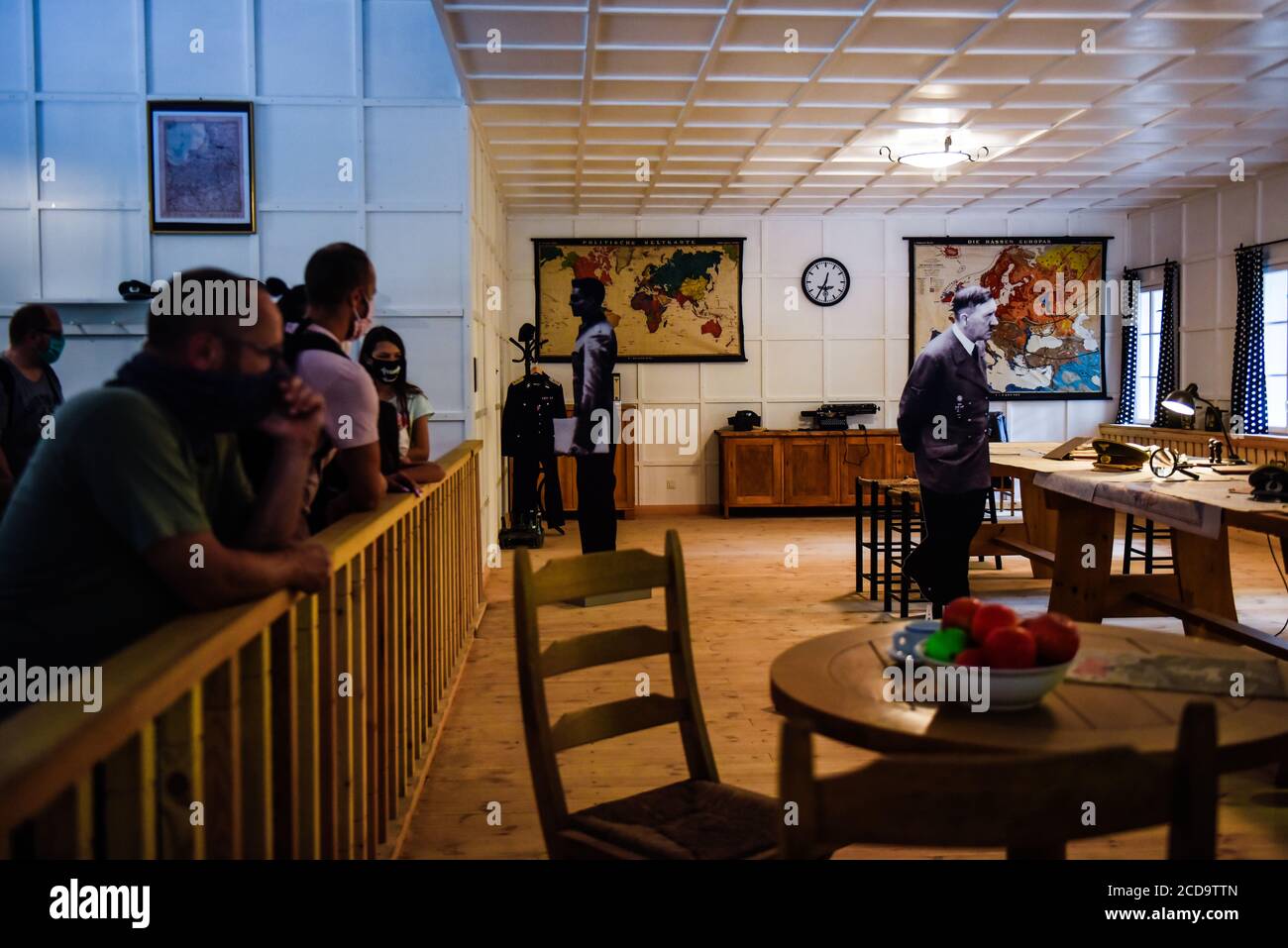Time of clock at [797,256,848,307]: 12:34
